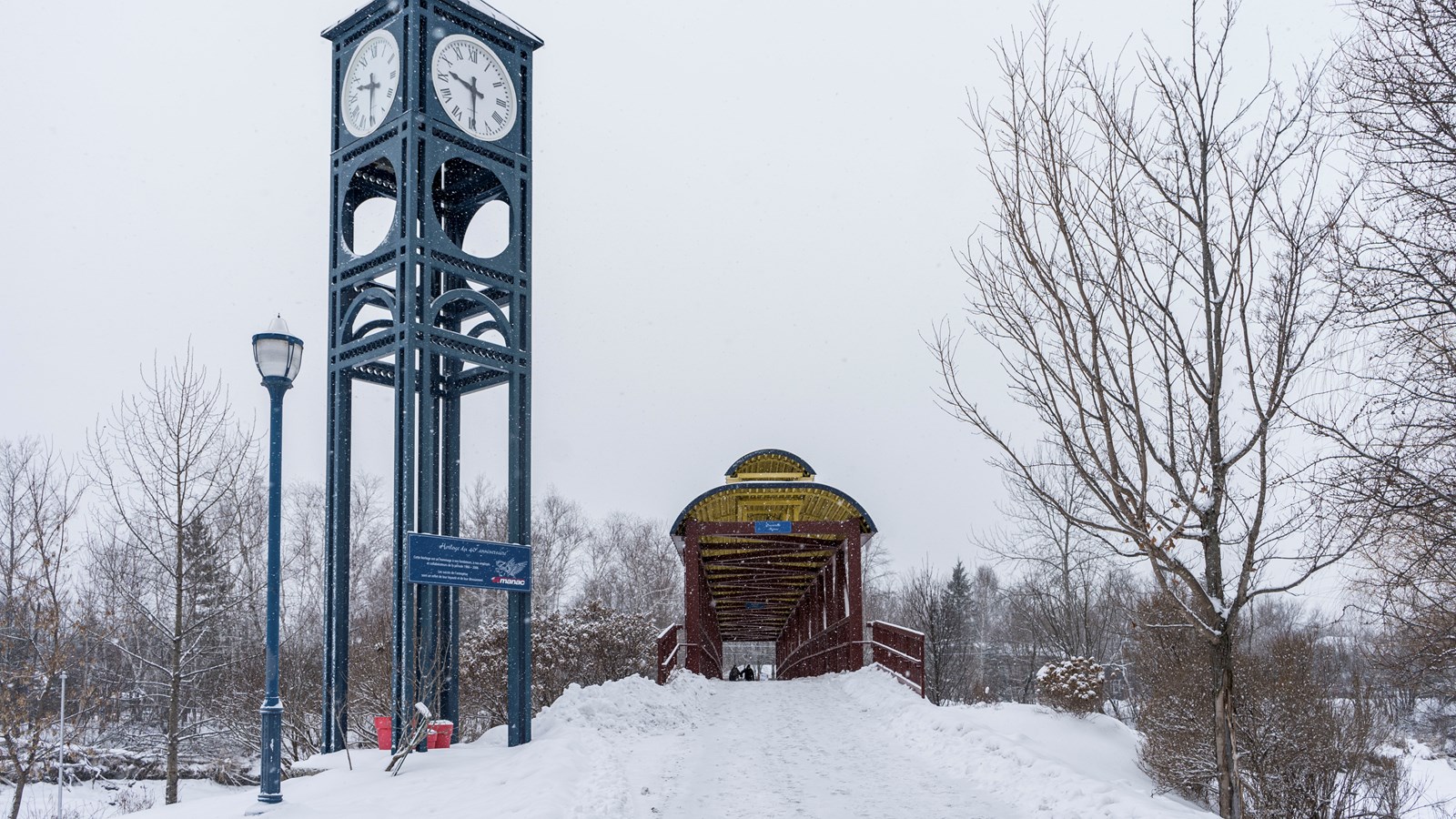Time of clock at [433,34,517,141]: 9:29
